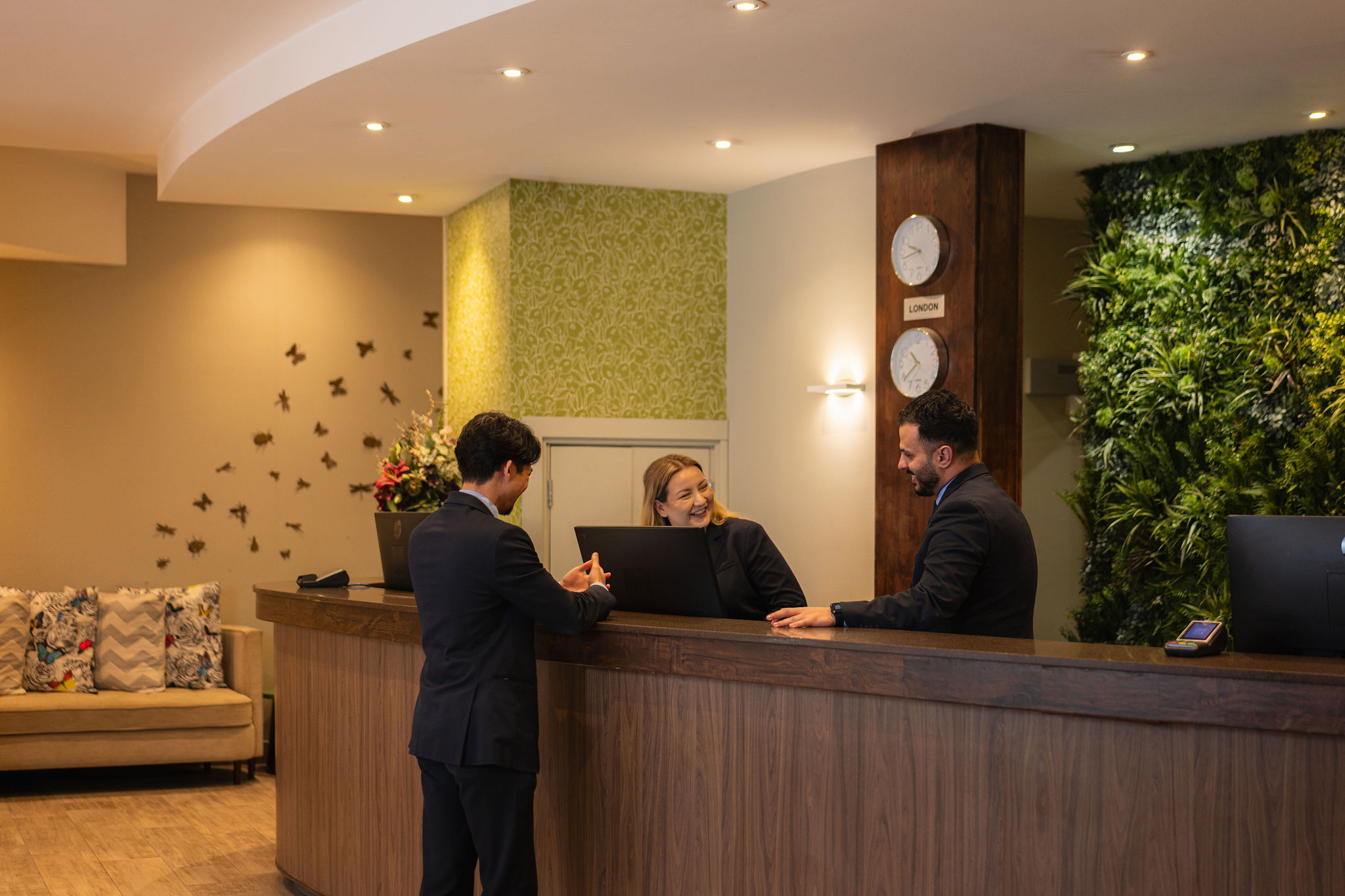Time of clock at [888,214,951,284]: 9:42
